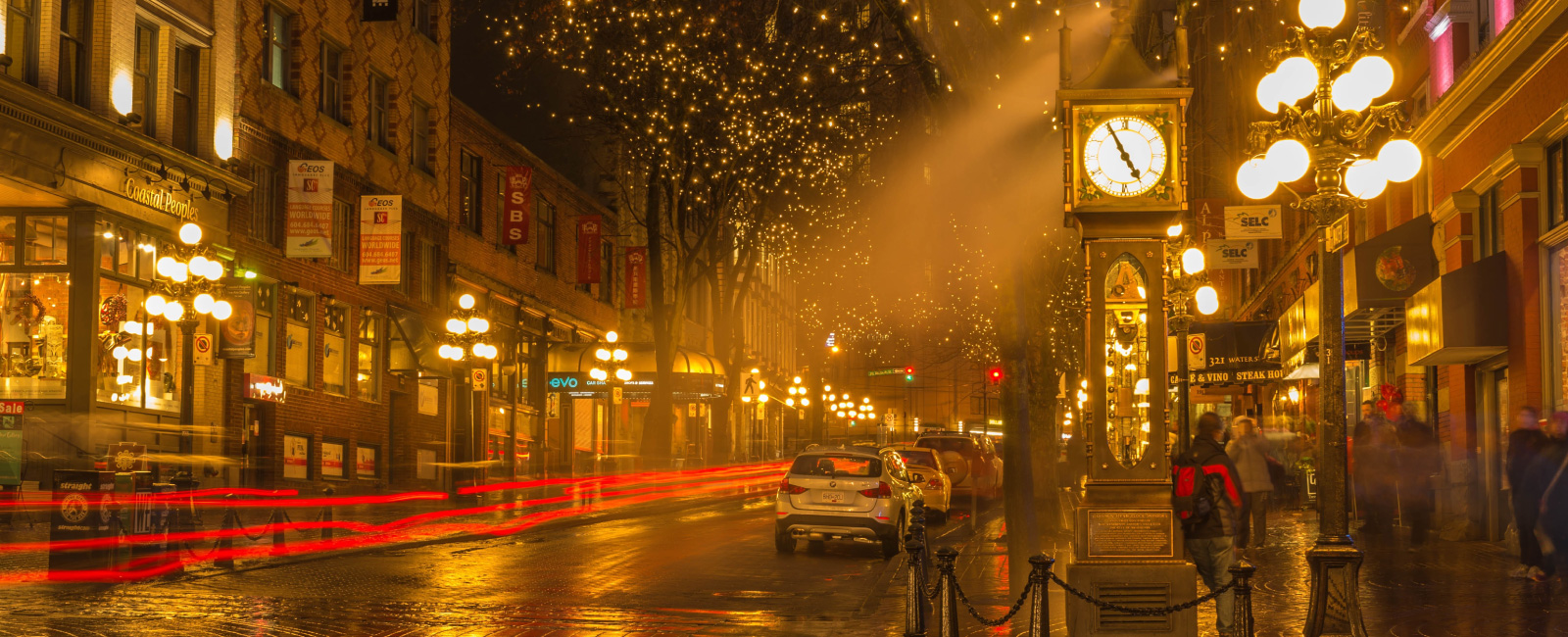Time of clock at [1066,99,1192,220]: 4:55
